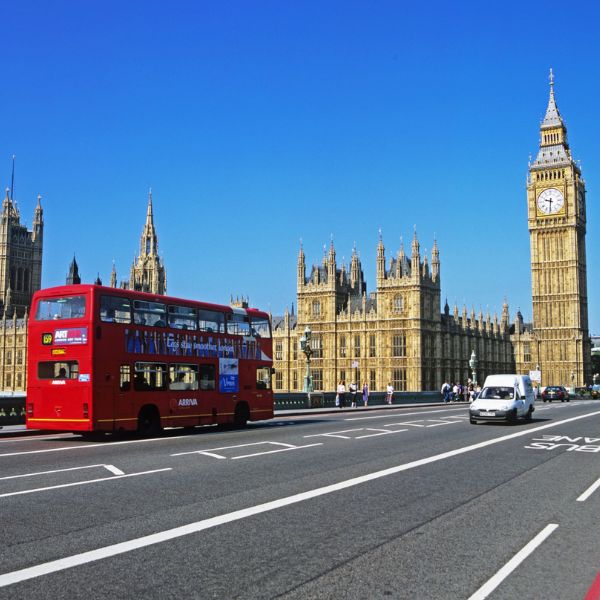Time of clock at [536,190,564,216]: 9:31
